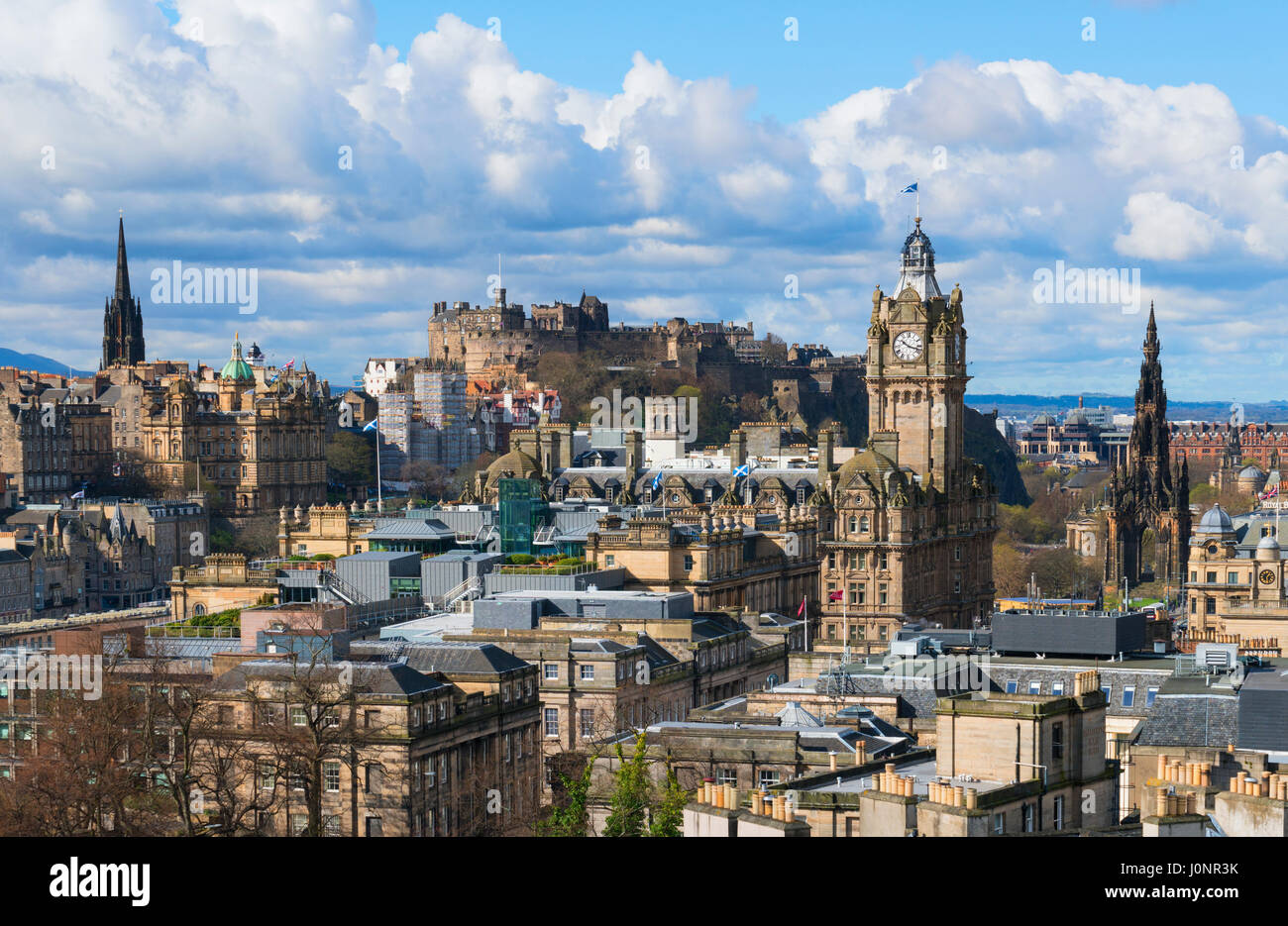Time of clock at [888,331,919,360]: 10:17
